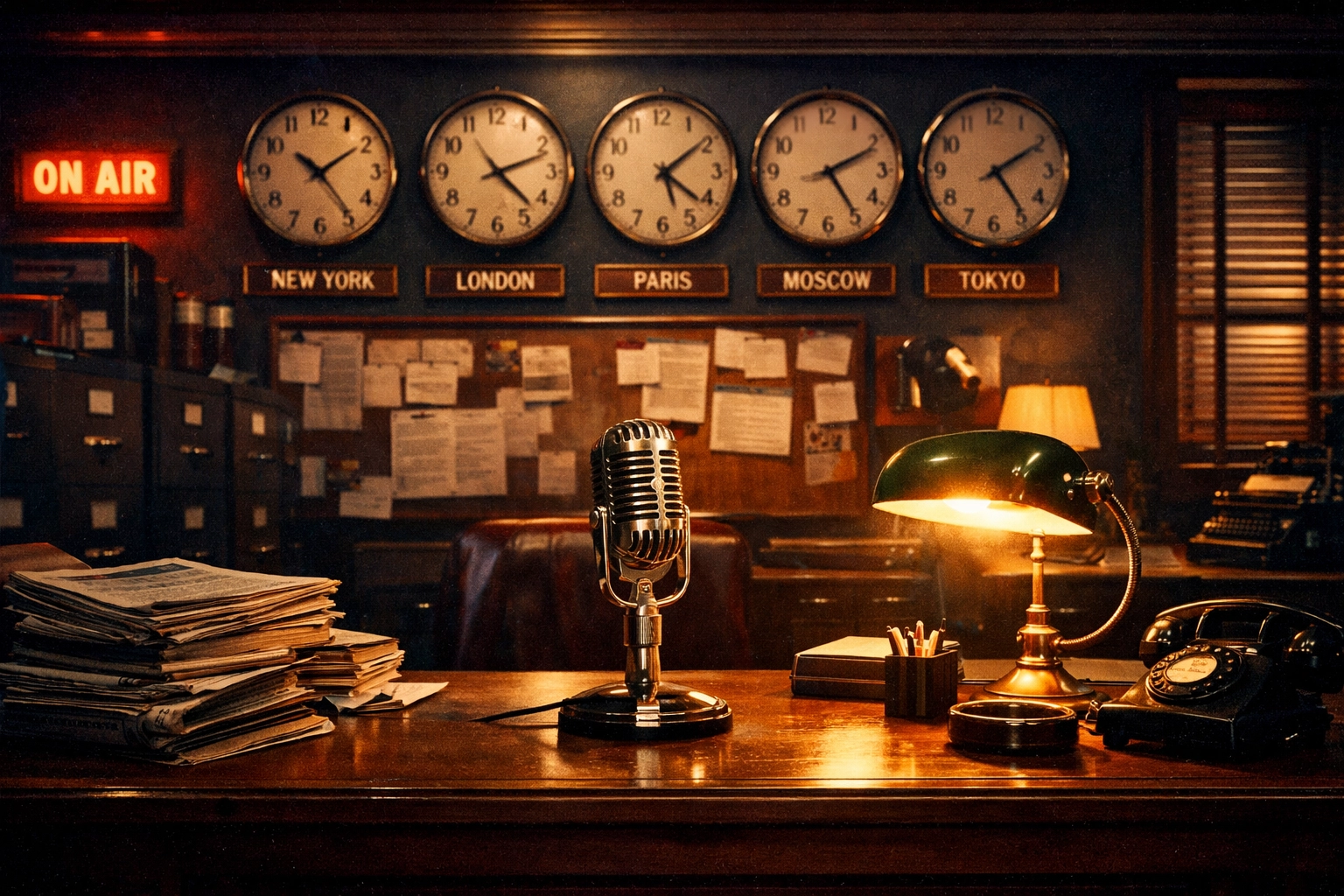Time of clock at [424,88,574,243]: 2:22
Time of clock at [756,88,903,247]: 2:24
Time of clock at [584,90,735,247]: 5:09
